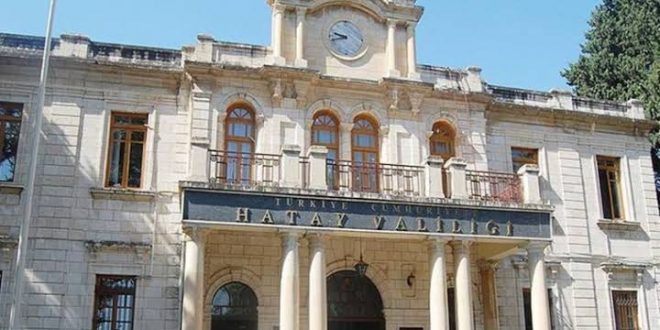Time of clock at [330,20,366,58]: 9:42
